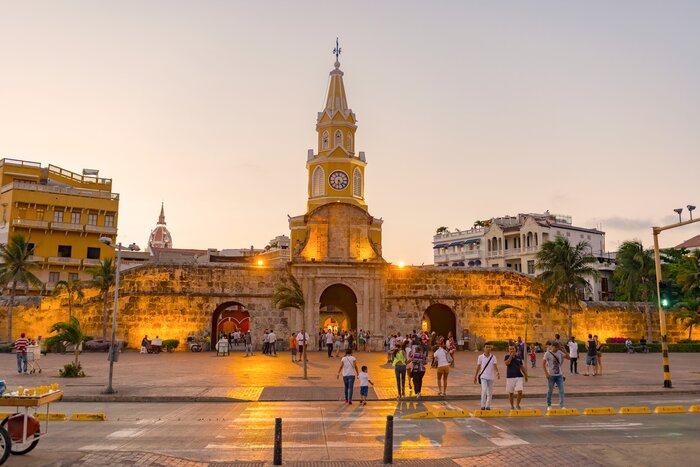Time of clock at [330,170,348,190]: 6:23
